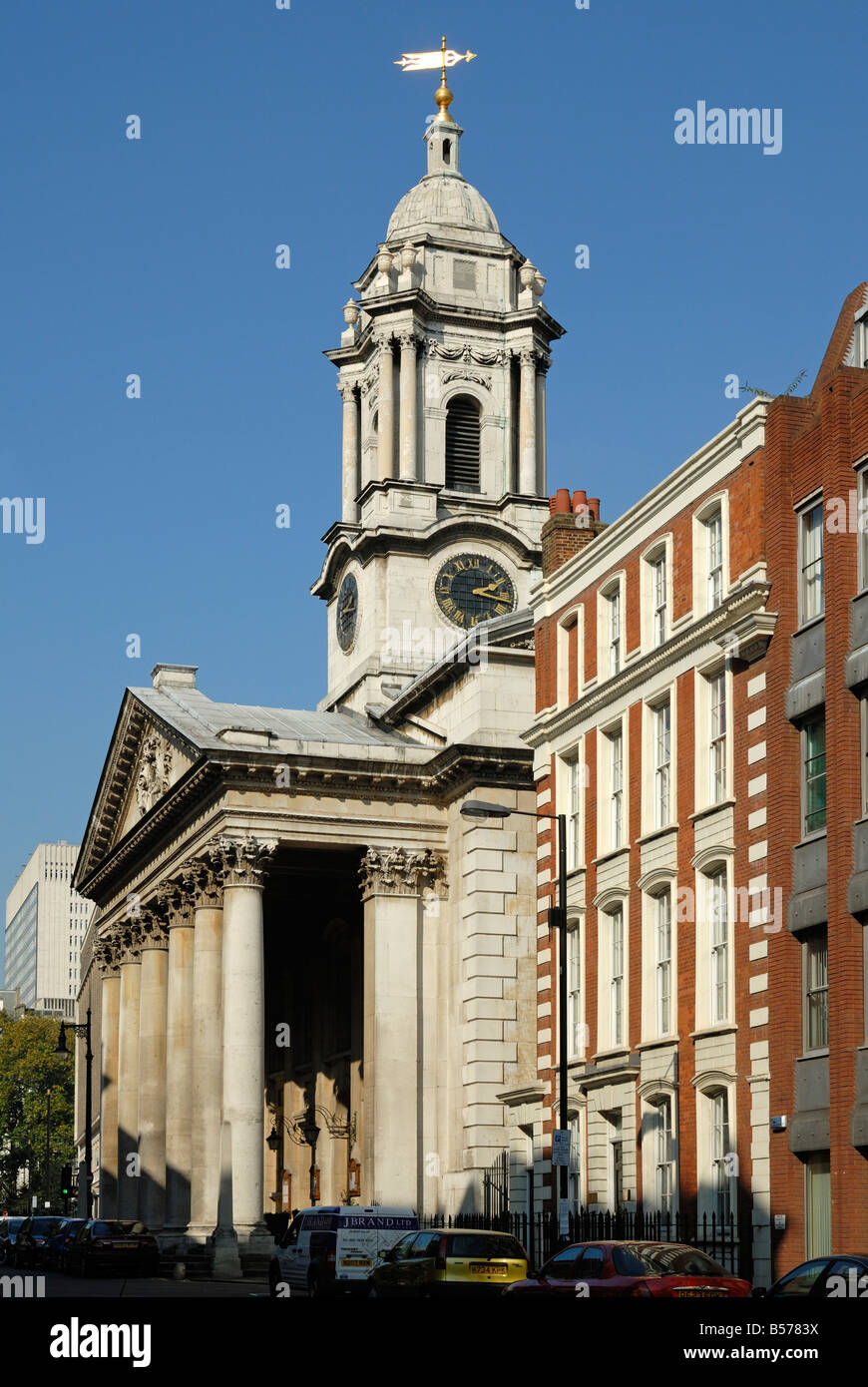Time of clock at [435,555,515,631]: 2:18
